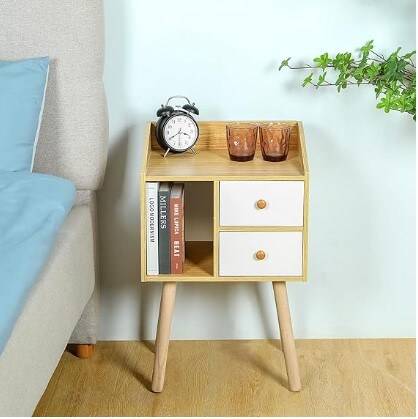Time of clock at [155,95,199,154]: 3:40
